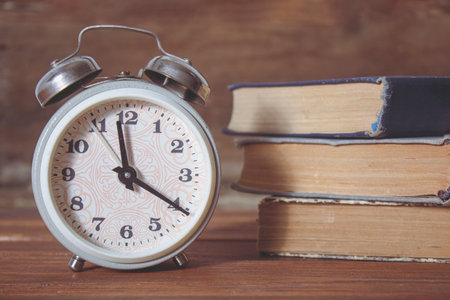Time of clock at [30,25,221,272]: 3:58
